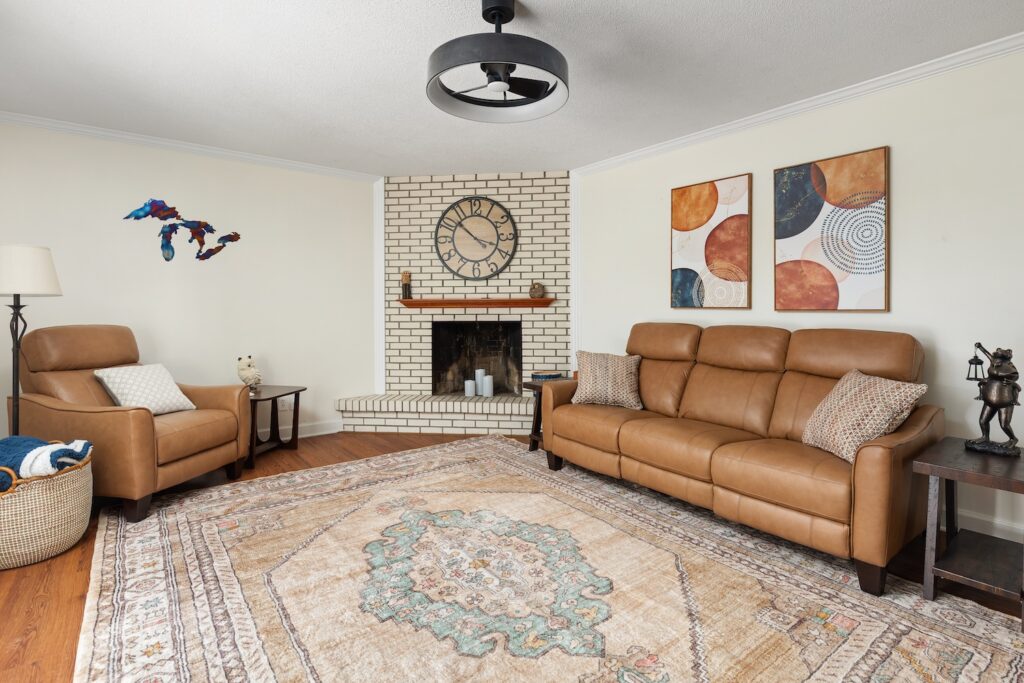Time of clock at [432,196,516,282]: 3:52
